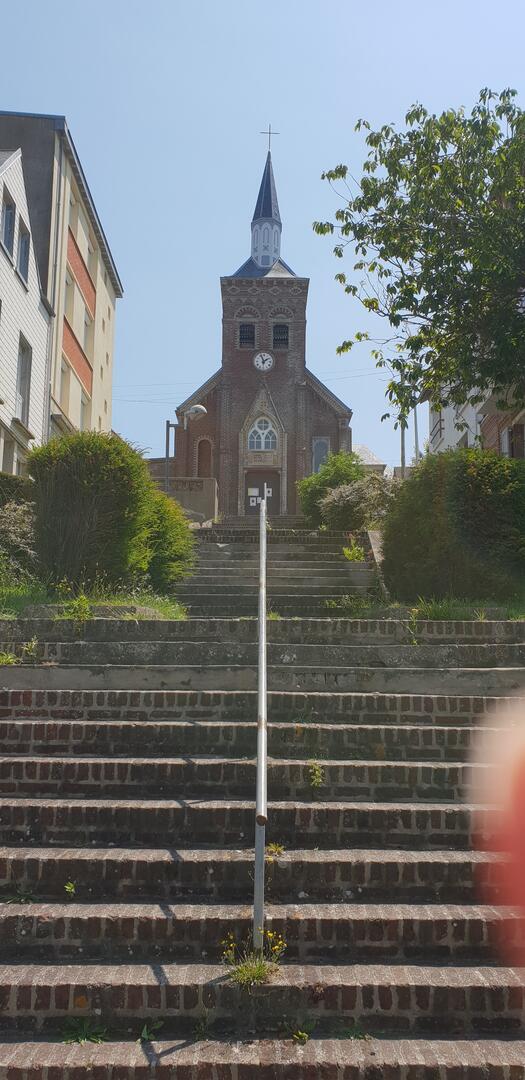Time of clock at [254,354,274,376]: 1:56
